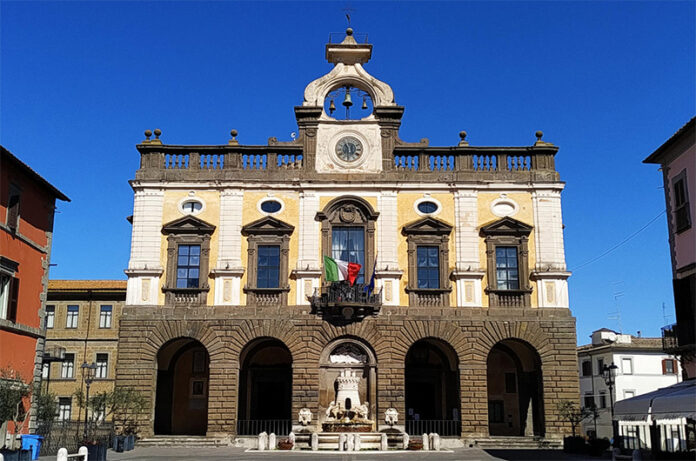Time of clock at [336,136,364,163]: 7:30
